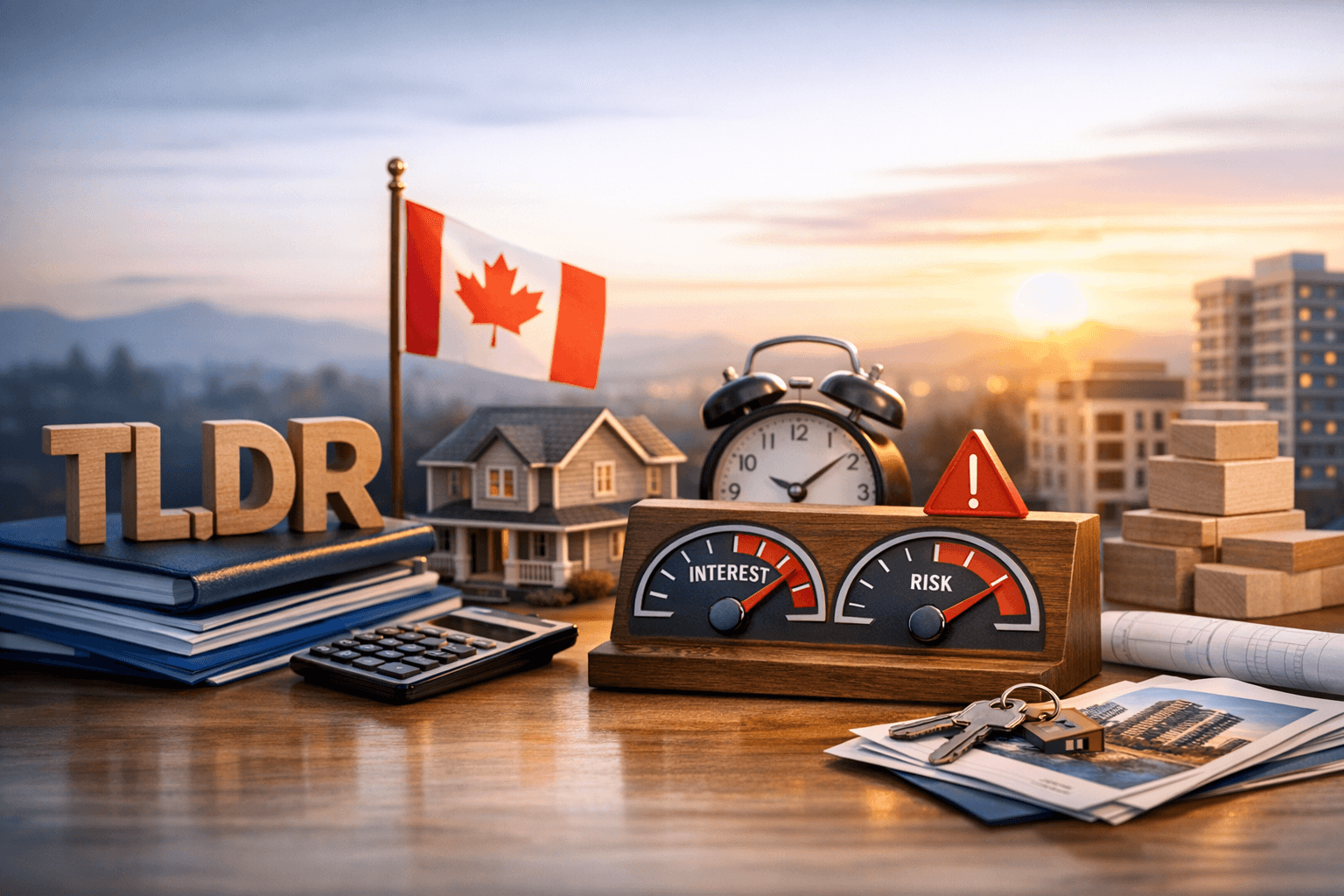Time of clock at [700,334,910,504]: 10:08
